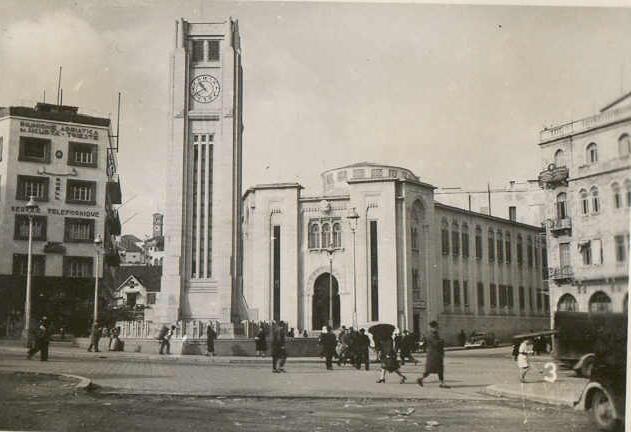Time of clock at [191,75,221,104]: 10:40
